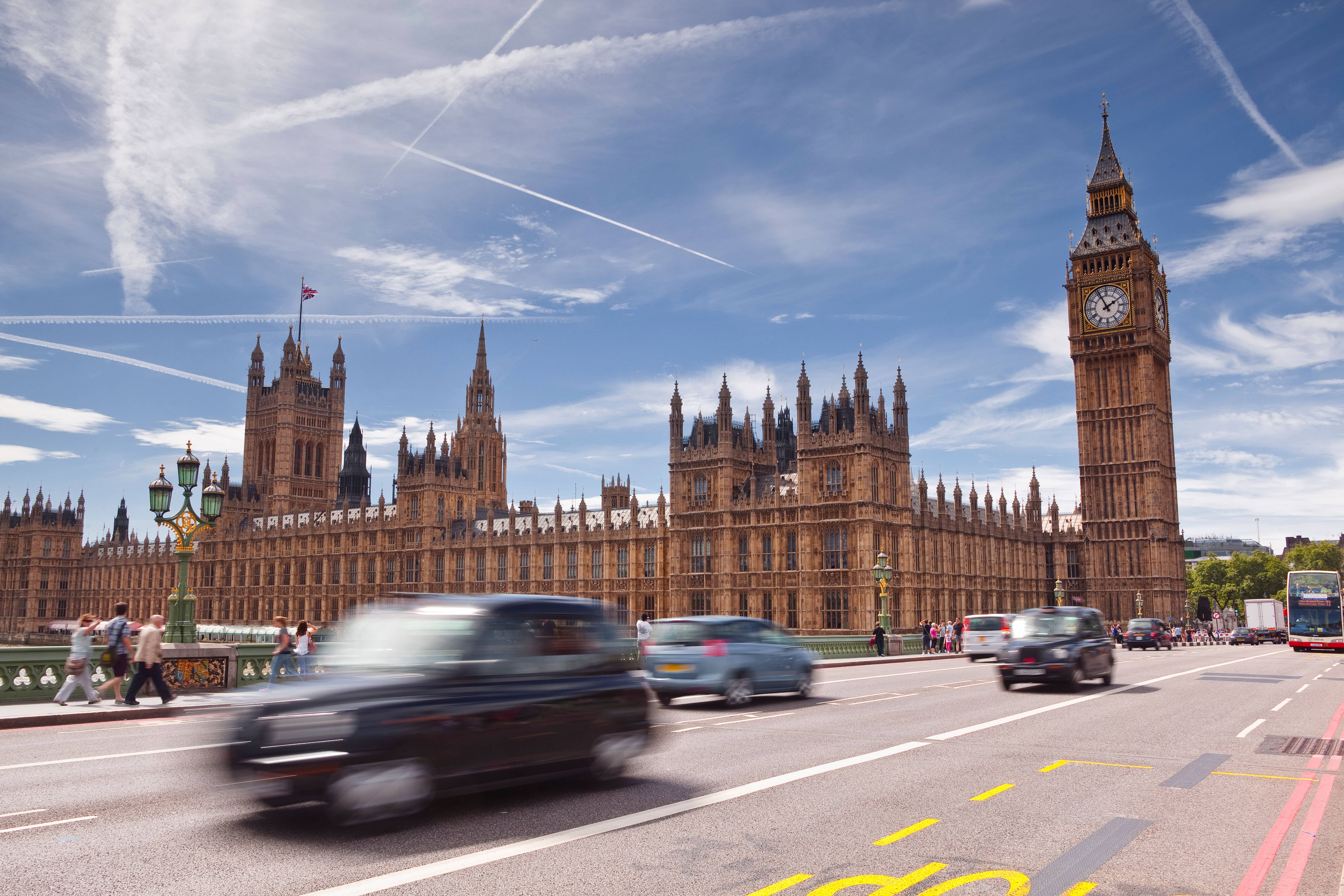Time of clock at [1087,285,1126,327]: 1:56
